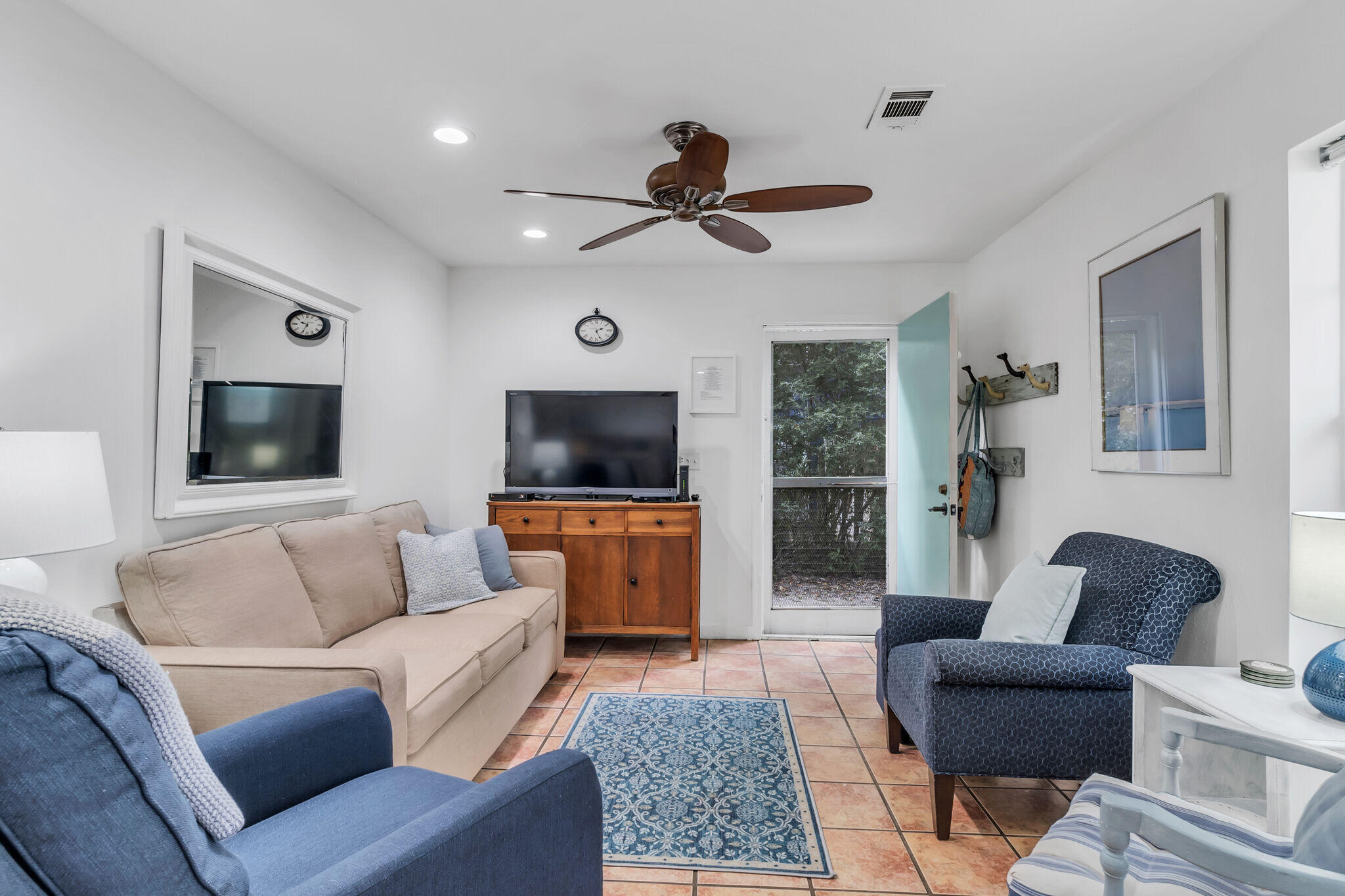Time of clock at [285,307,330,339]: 9:33
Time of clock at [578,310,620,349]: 2:26
